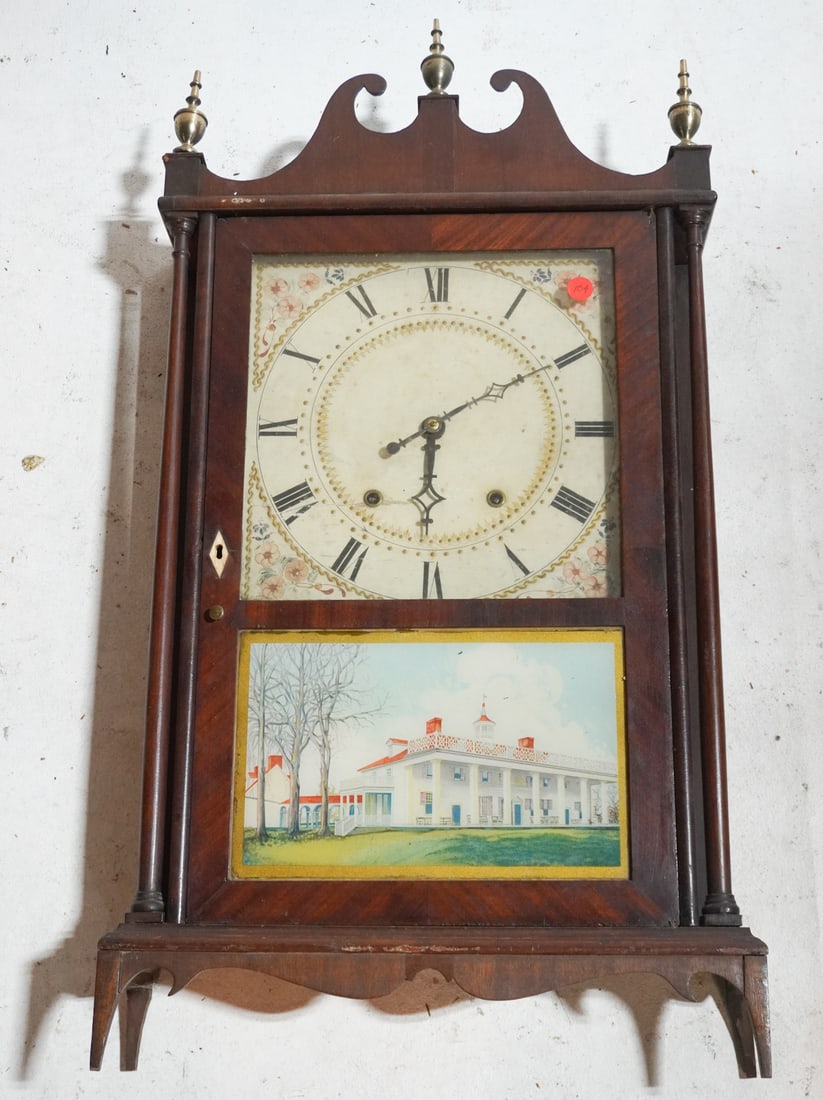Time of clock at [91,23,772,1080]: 6:10
